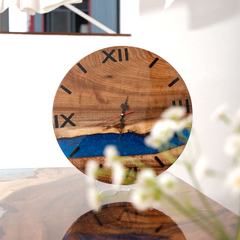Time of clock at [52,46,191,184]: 6:14
